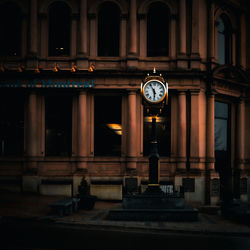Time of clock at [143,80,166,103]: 5:54
